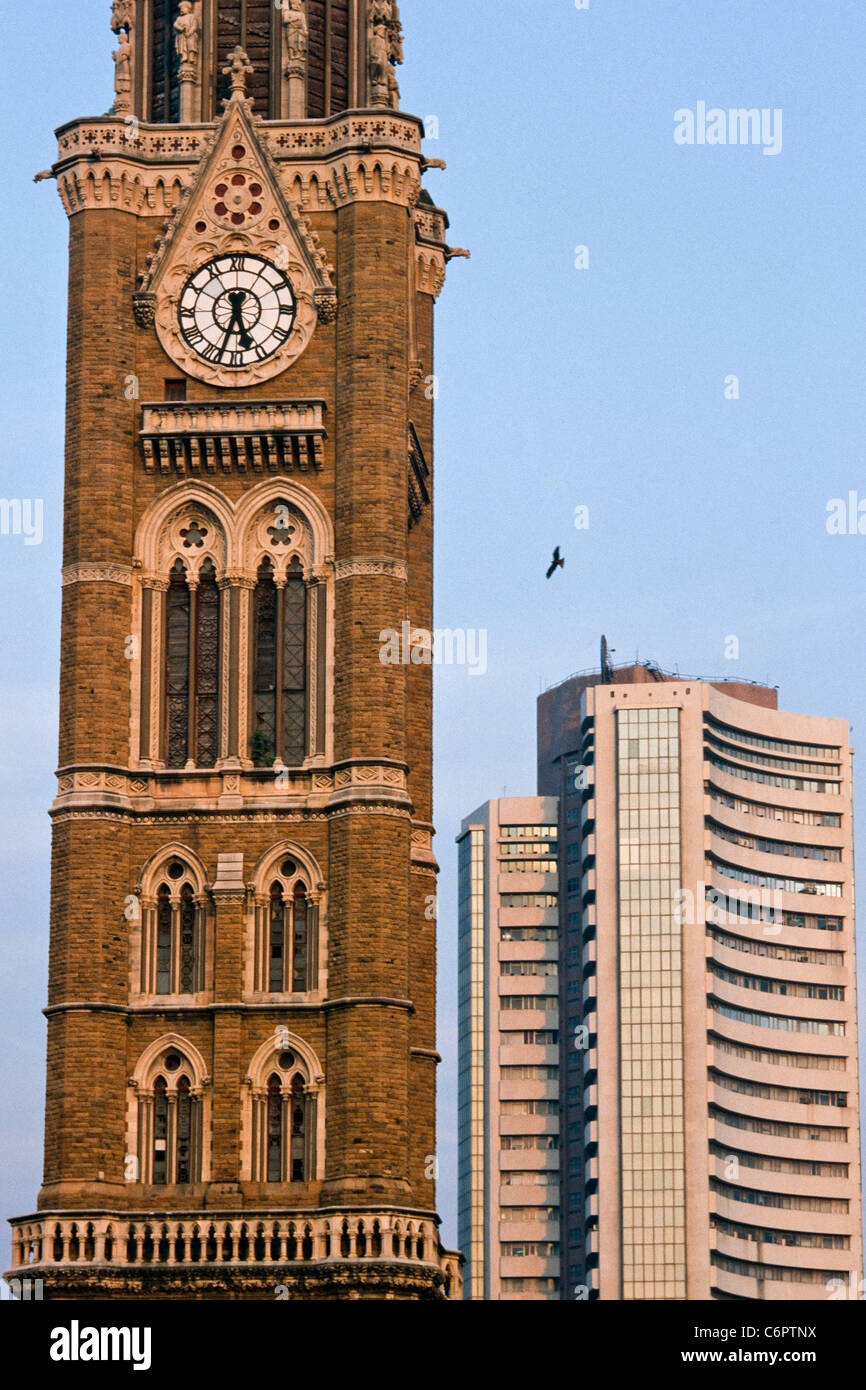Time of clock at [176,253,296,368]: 5:33
